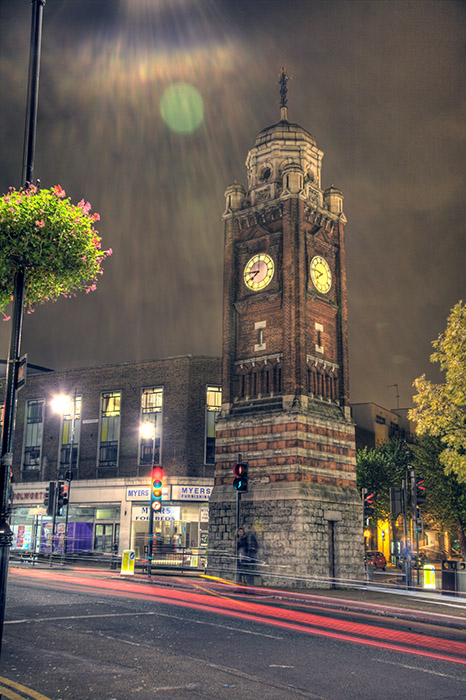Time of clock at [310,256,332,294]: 7:46
